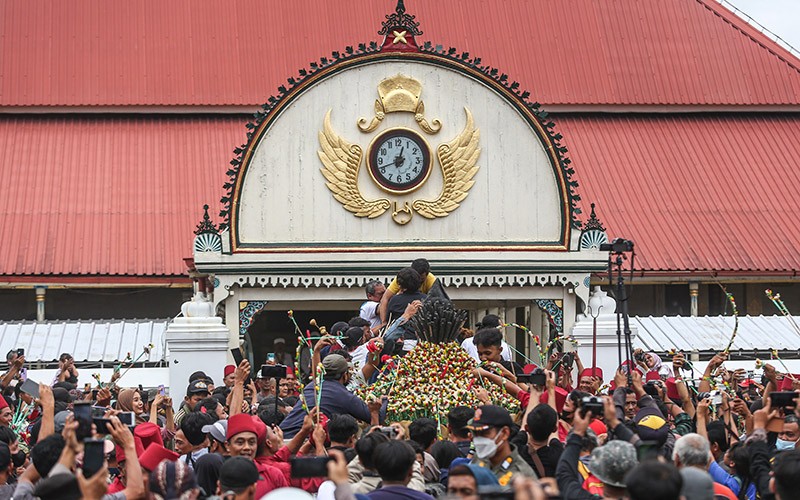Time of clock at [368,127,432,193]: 12:41
